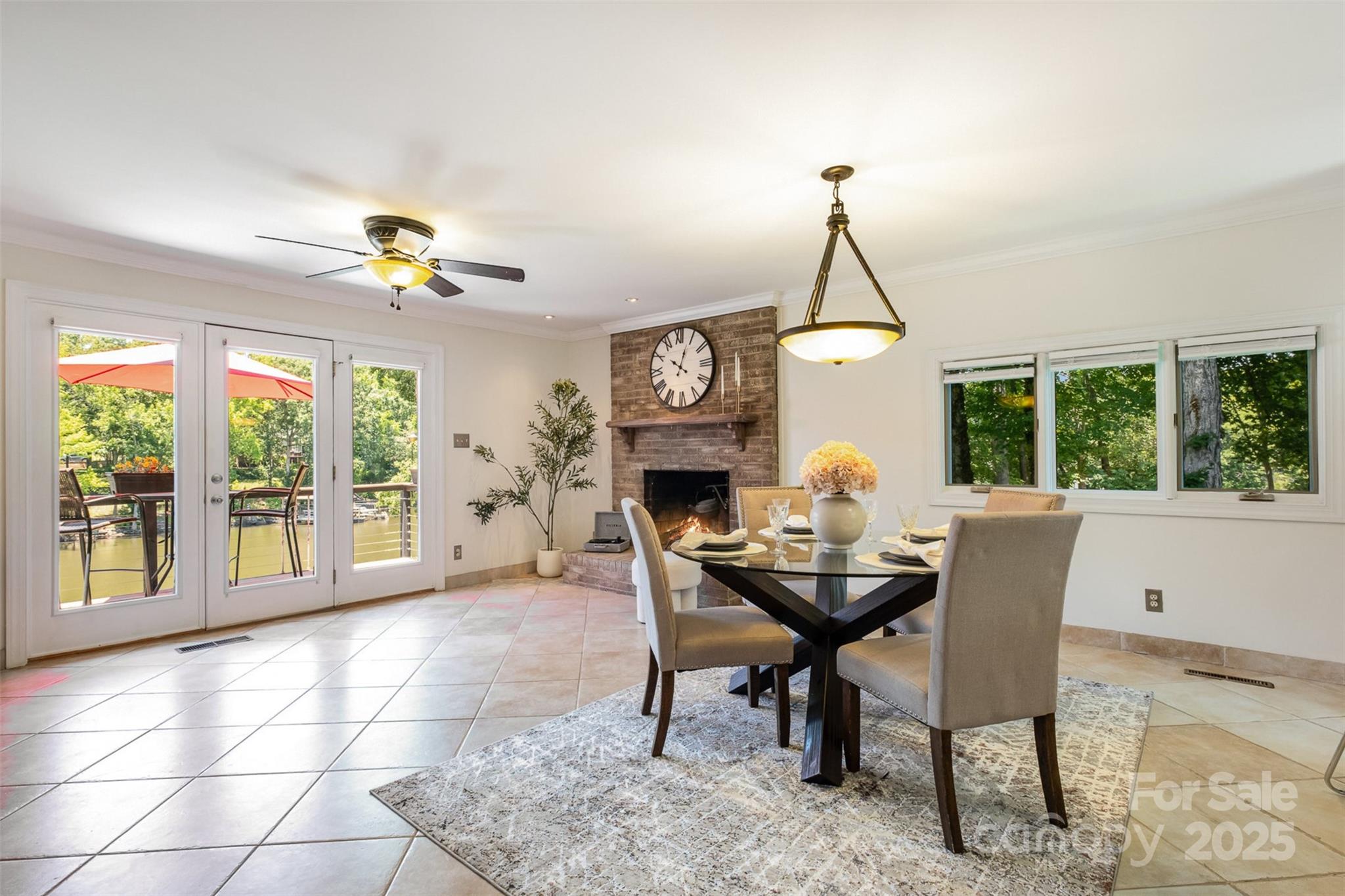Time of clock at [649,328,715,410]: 10:03
